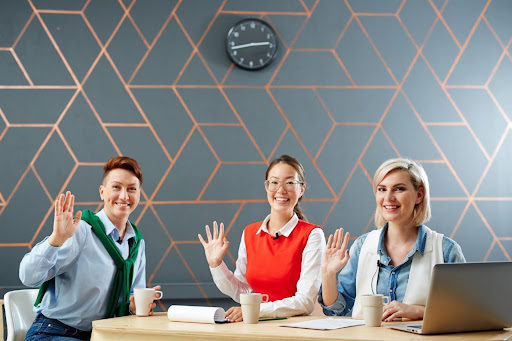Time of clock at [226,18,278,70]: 2:42
